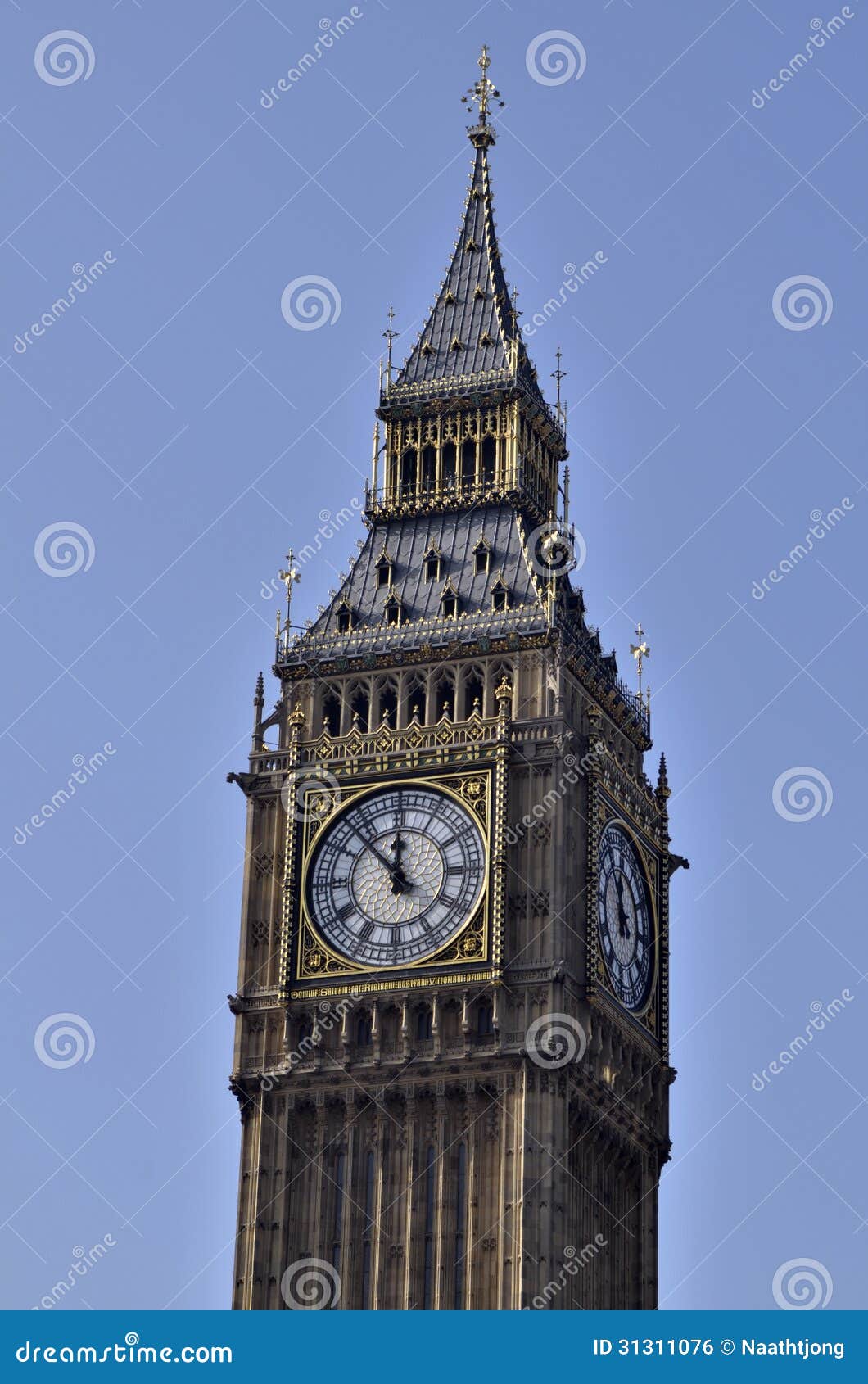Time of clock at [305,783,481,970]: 11:52
